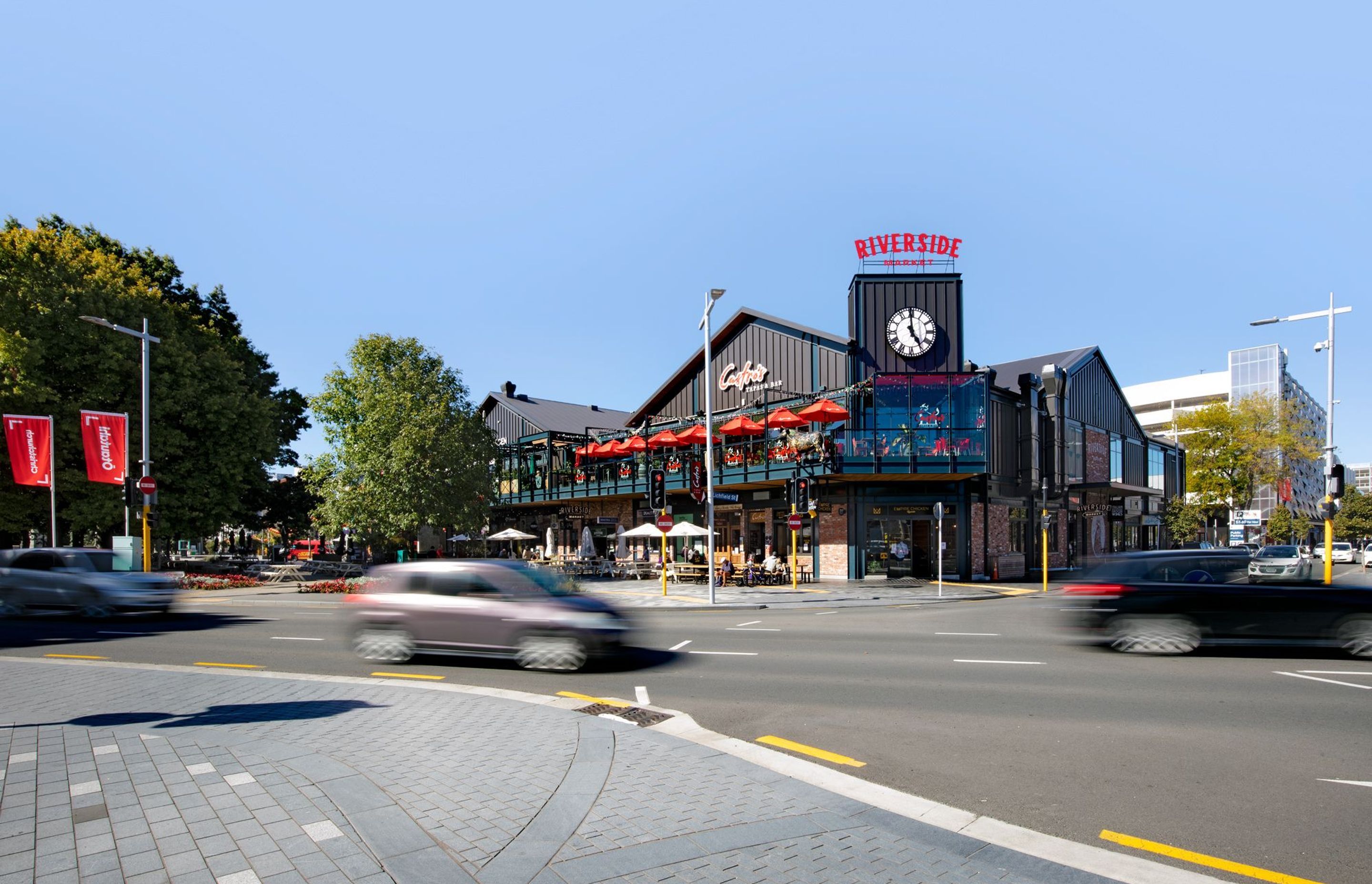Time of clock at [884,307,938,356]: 4:59
